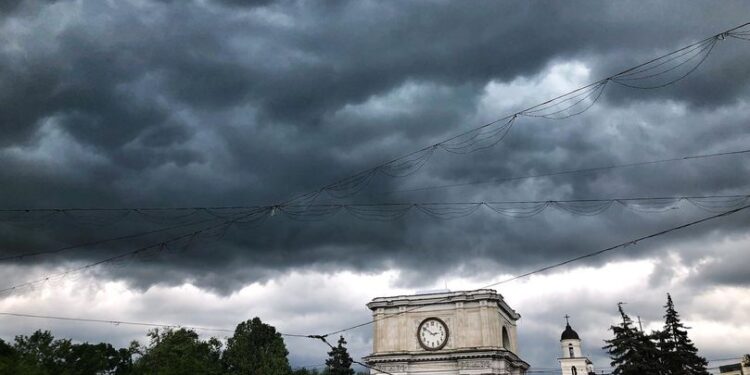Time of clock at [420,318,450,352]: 2:50
